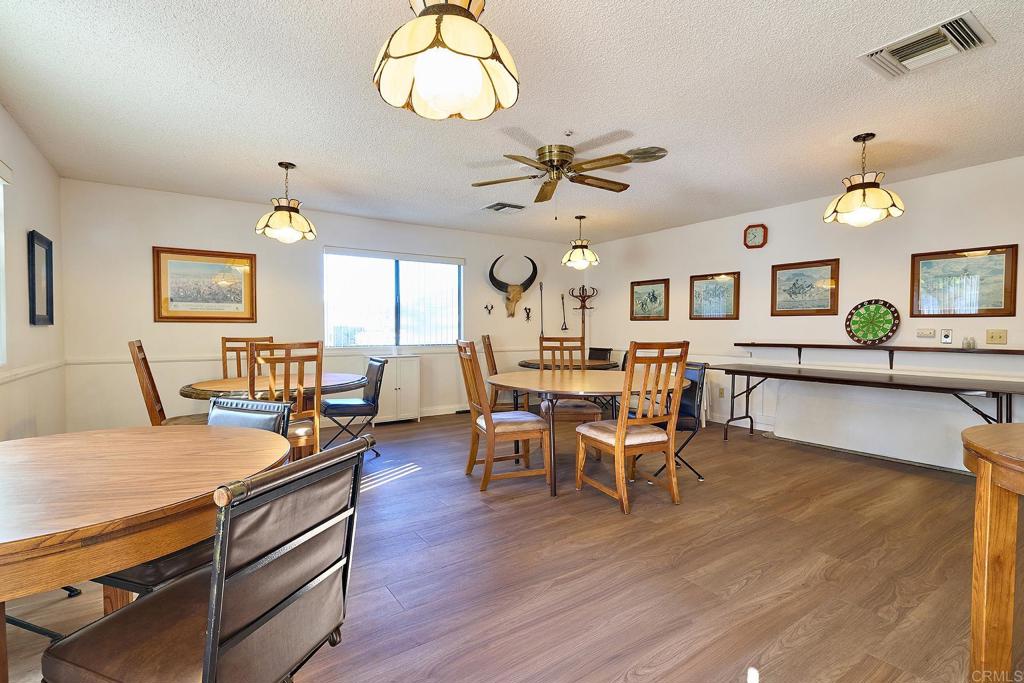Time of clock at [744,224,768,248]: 10:39
